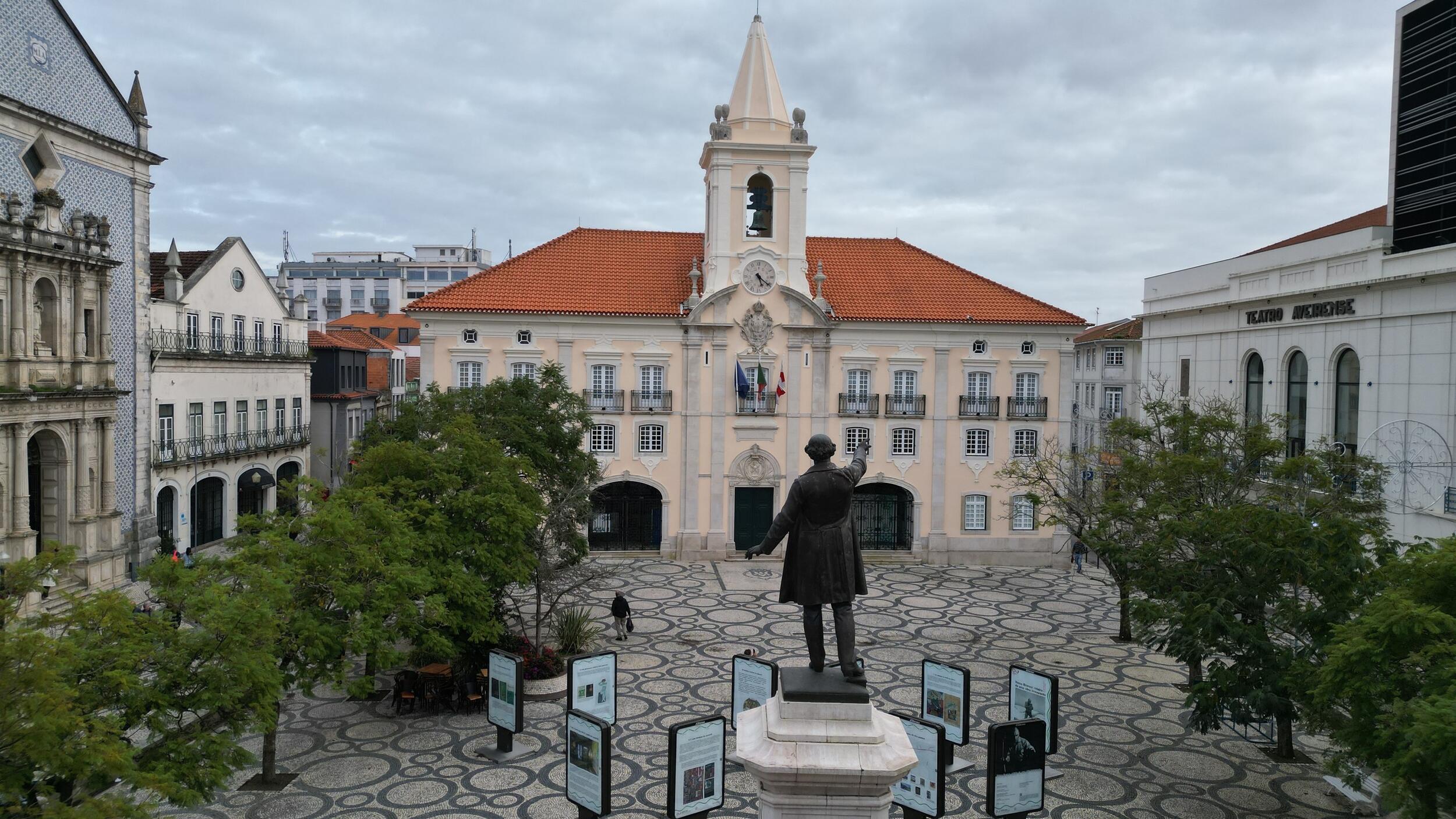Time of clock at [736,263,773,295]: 5:21
